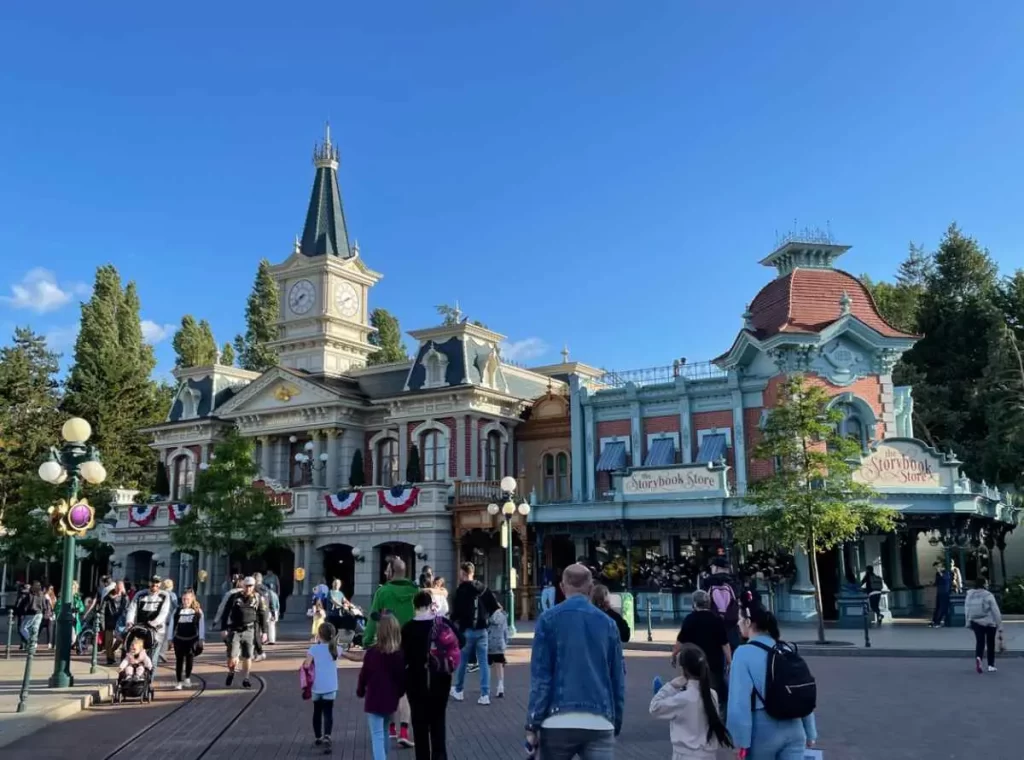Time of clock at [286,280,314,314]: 7:39
